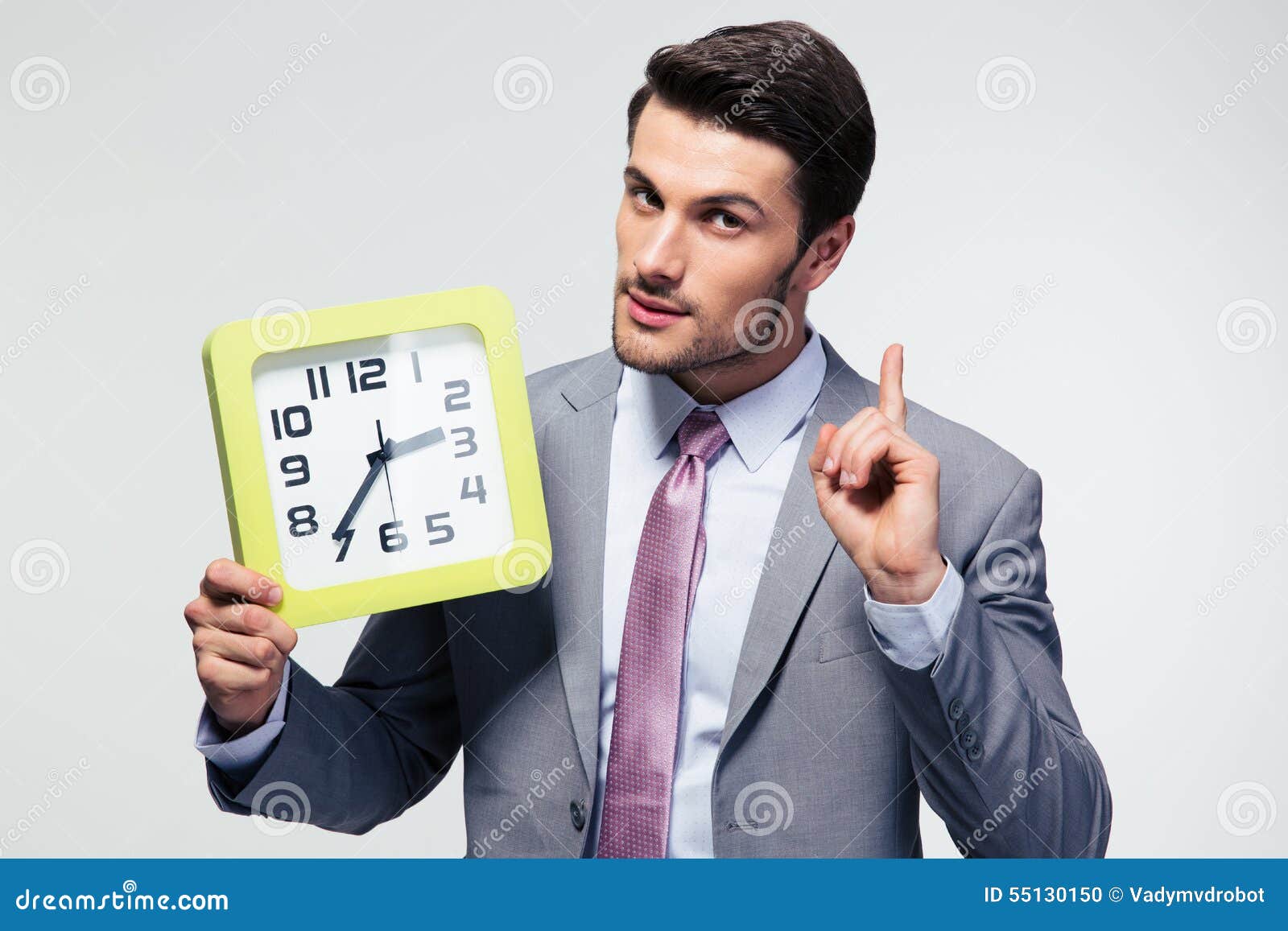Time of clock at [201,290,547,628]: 2:36
